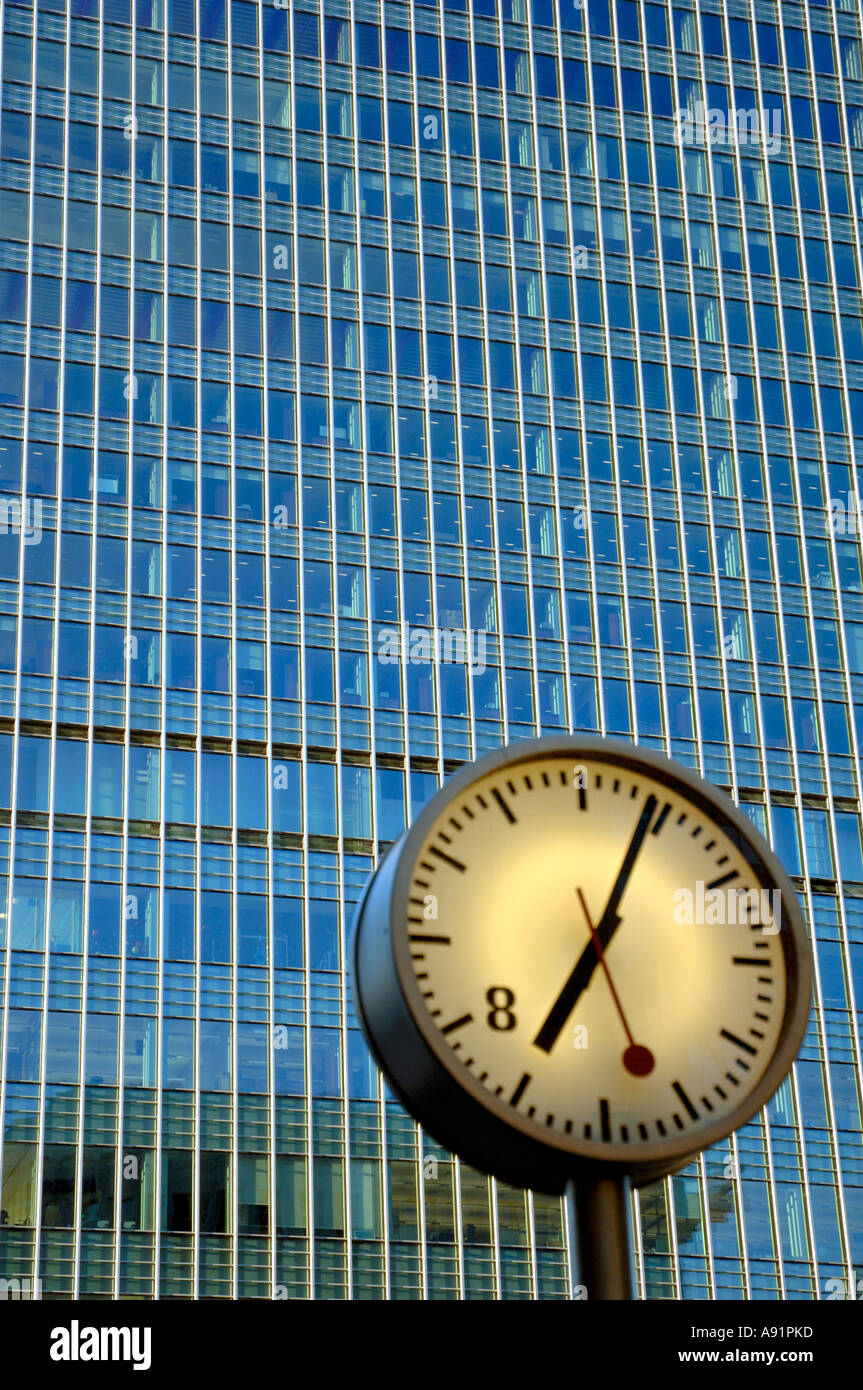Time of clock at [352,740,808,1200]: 7:04
